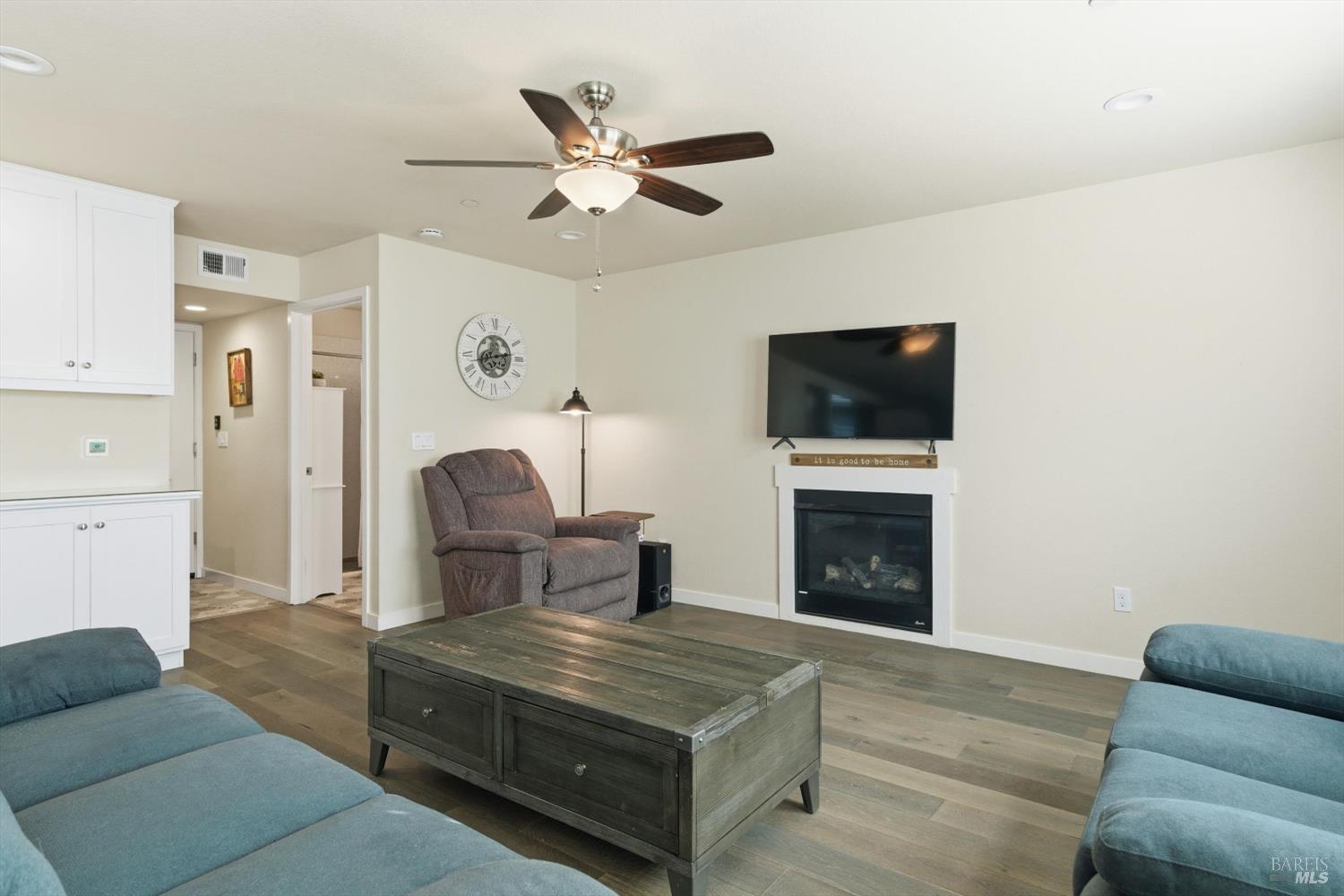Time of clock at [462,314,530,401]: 2:42
